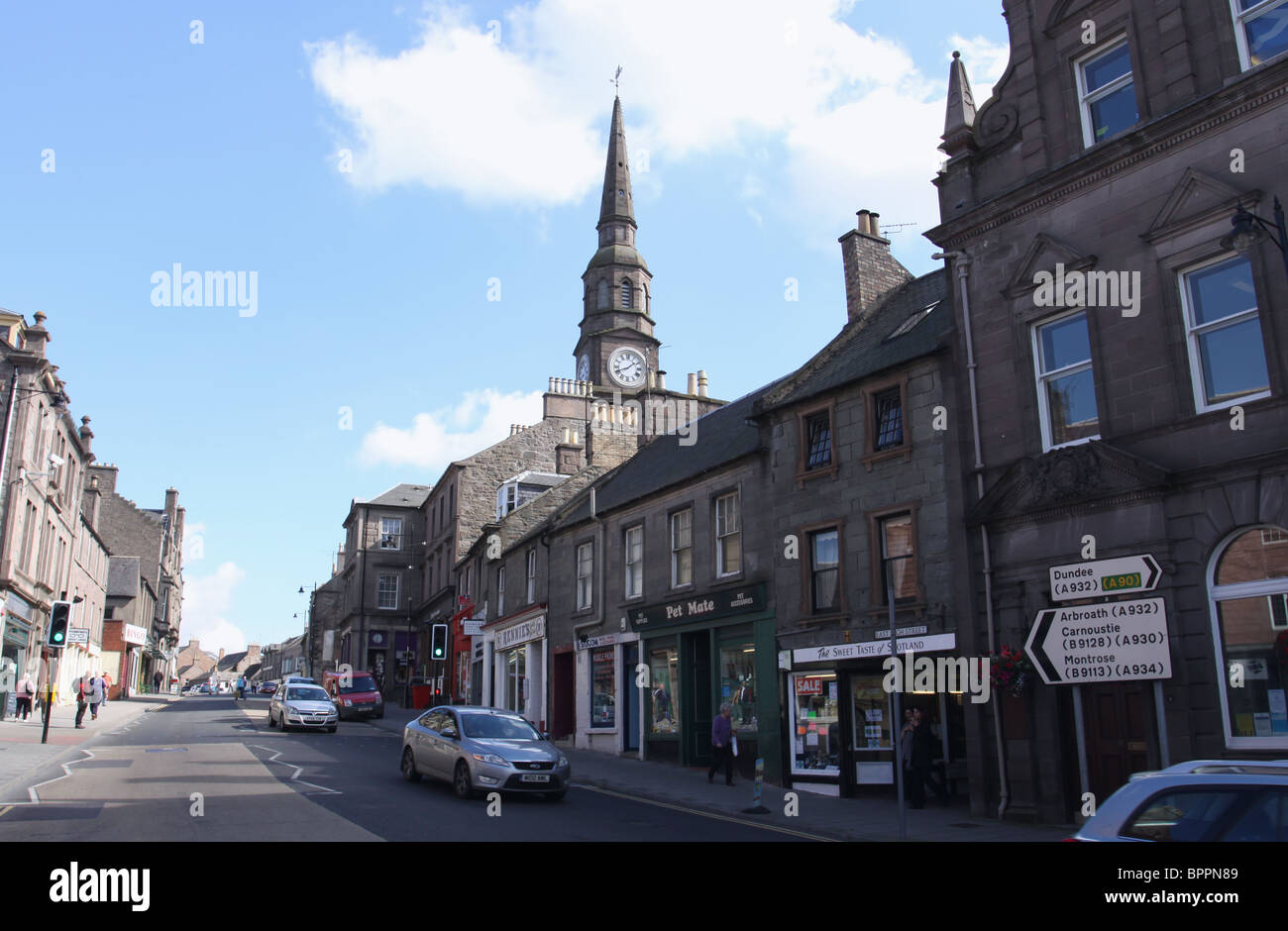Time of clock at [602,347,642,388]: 1:41
